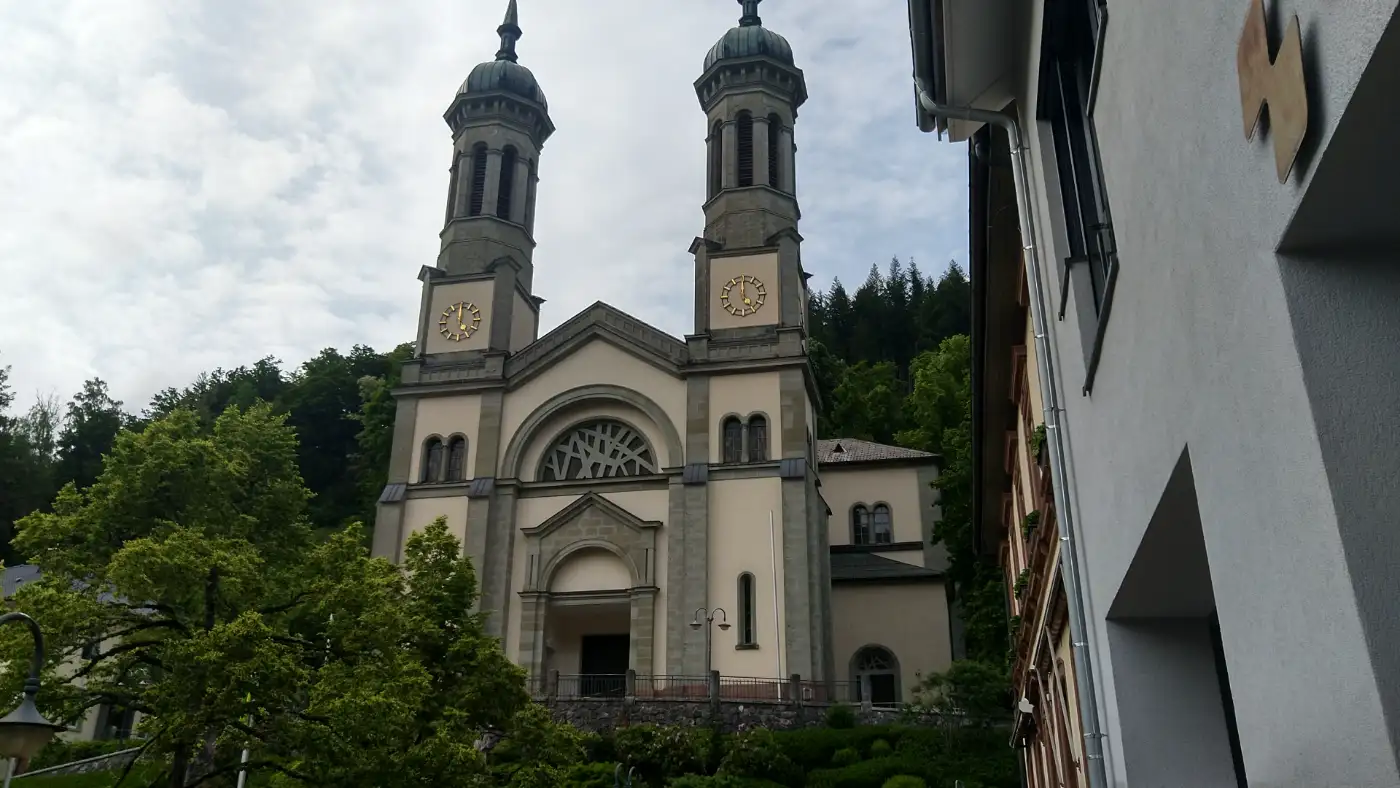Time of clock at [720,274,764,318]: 4:59
